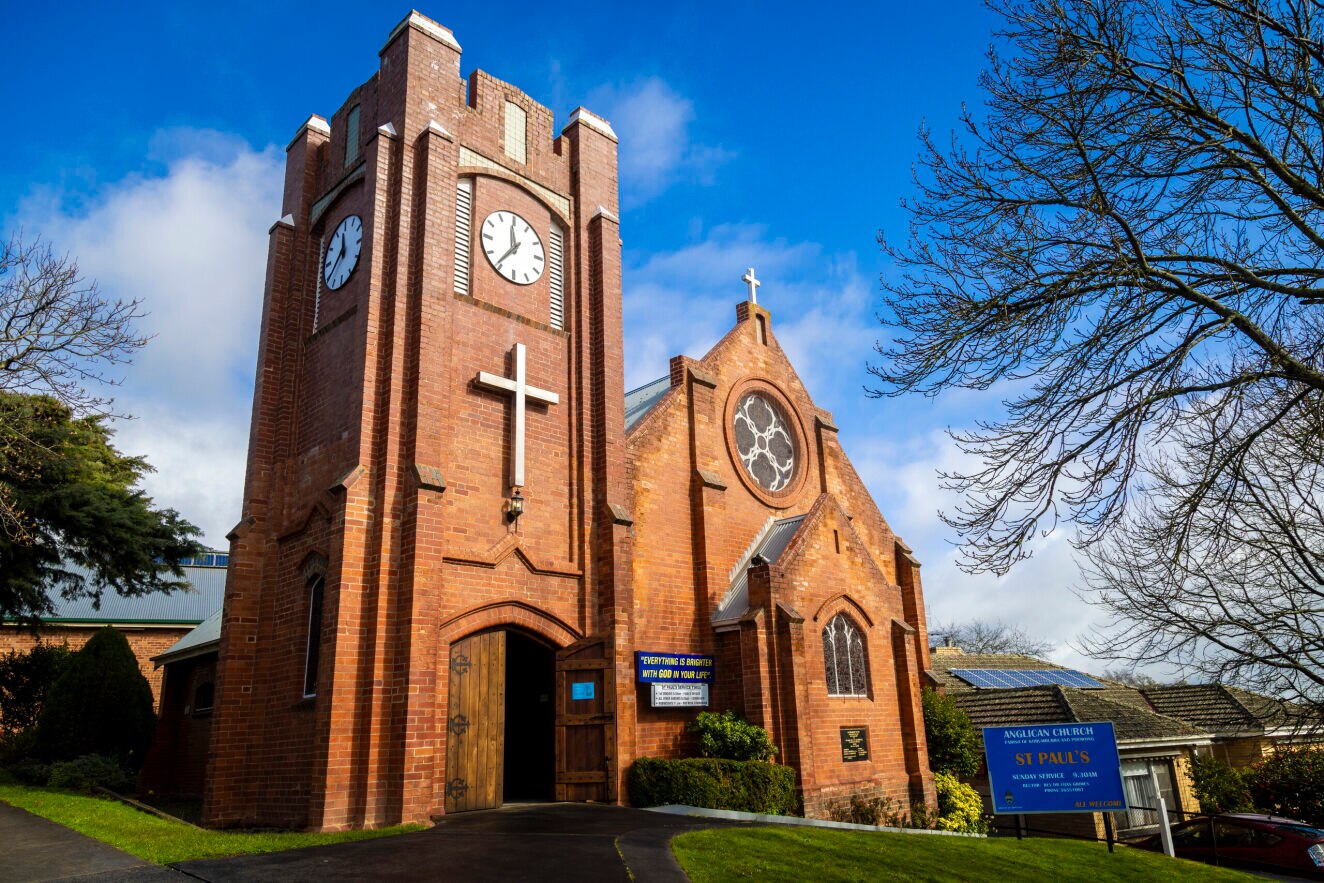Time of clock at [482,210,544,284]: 11:36
